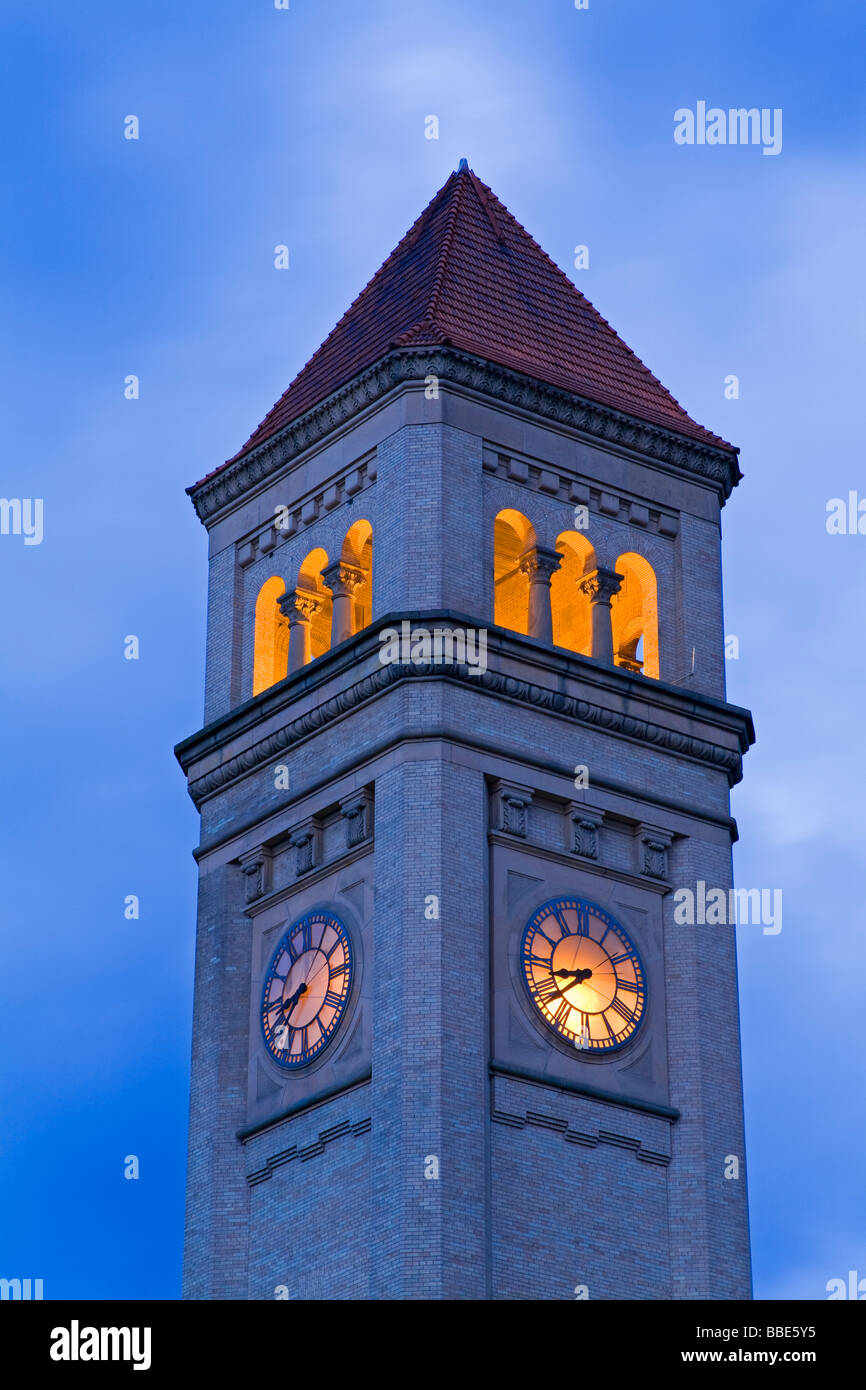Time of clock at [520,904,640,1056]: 8:38
